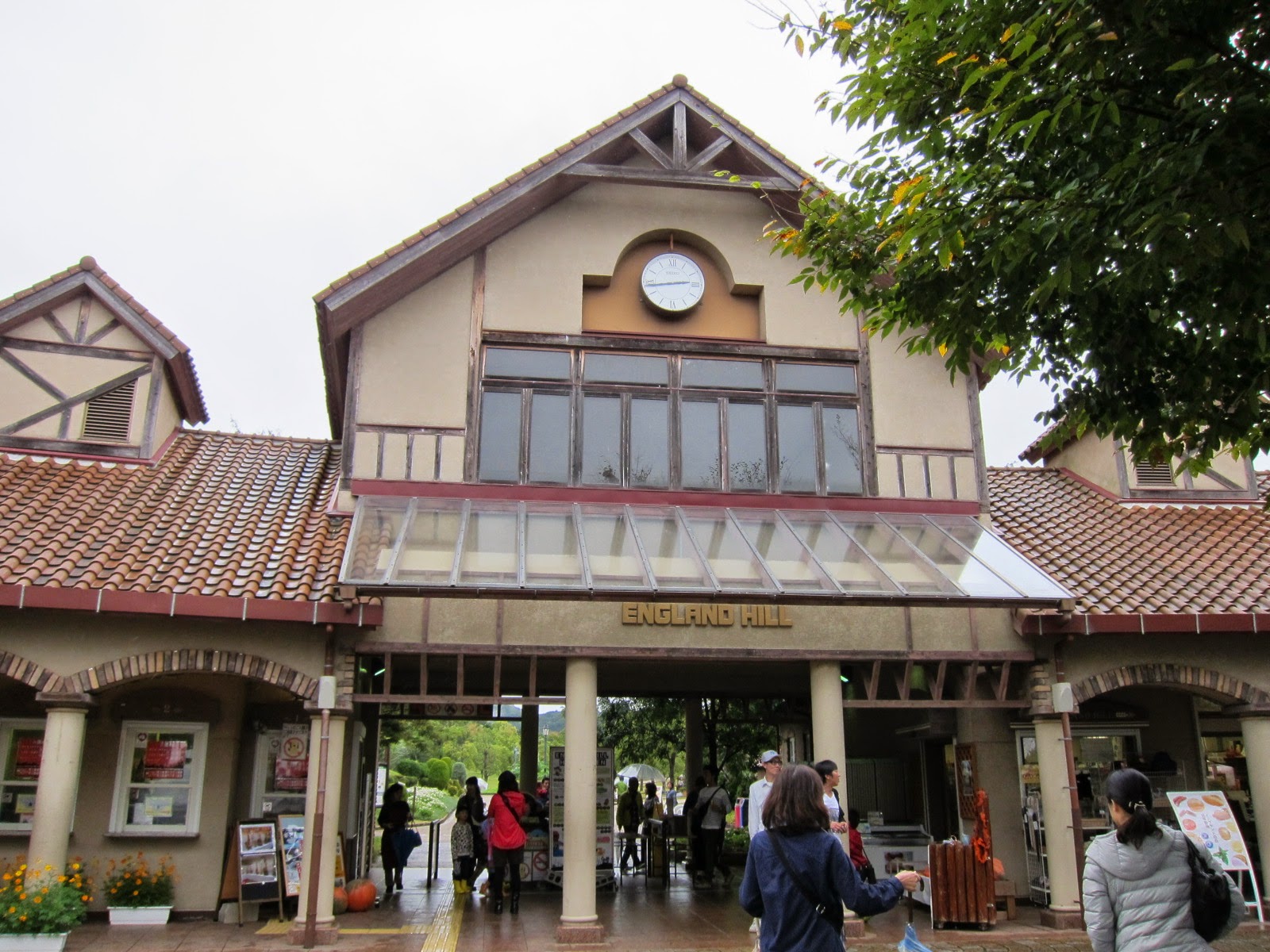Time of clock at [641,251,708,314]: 2:43
